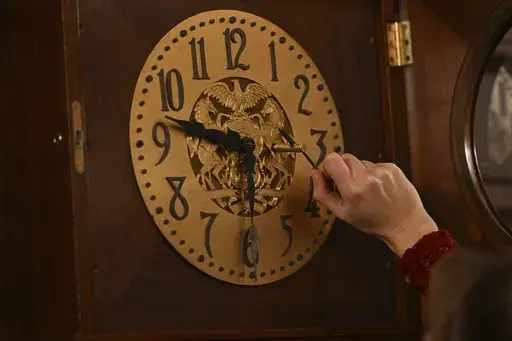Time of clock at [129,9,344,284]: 9:30
